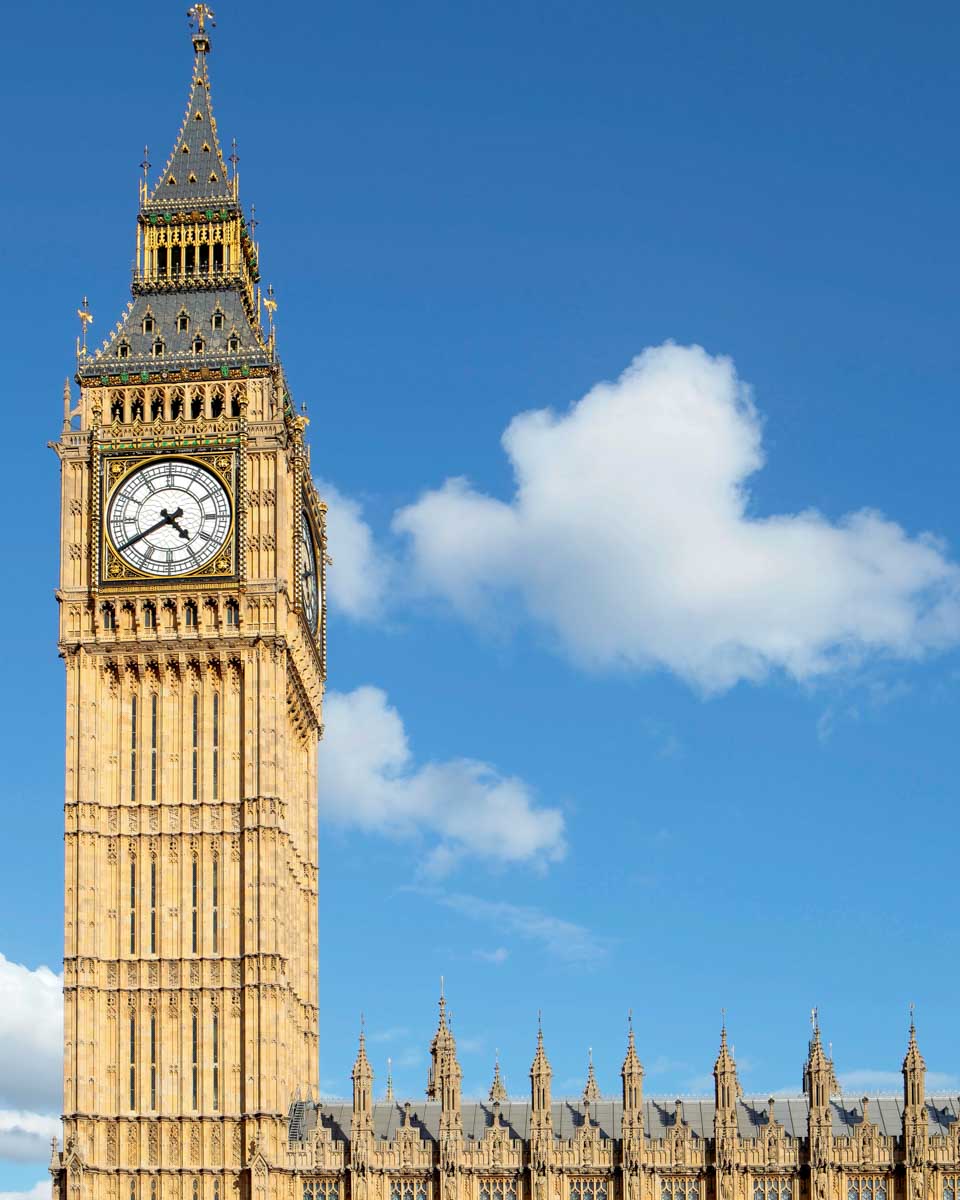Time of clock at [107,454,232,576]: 4:39
